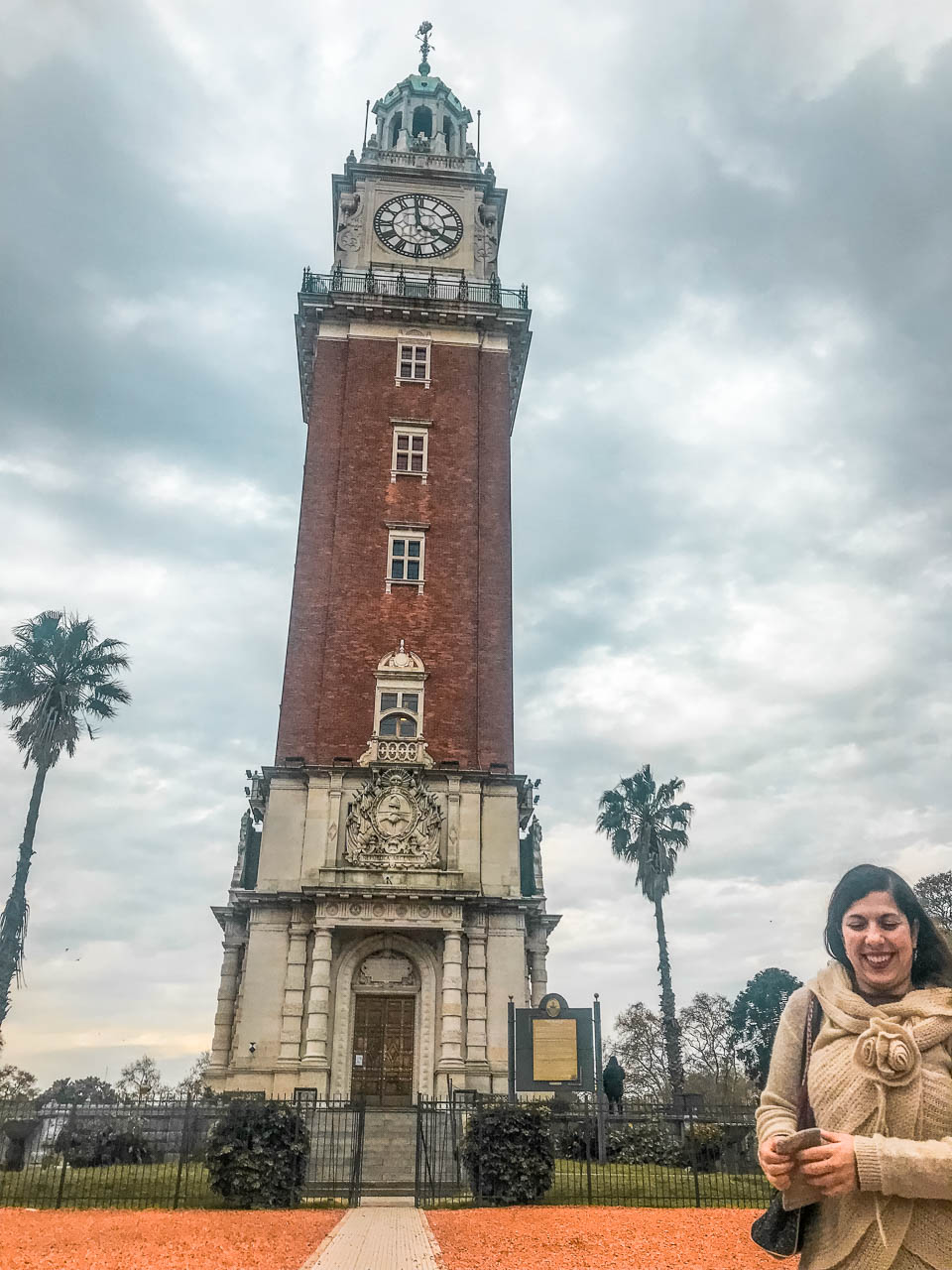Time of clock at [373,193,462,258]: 3:58
